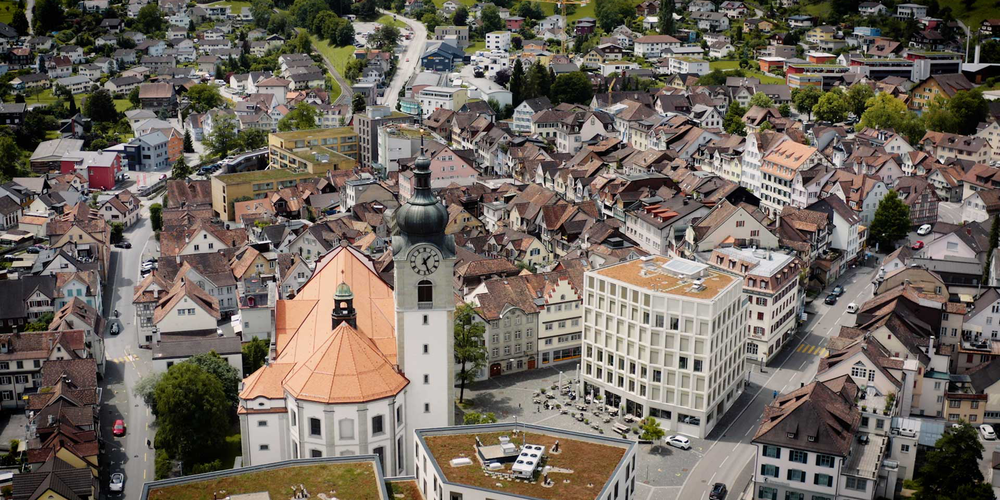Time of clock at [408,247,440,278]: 1:26
